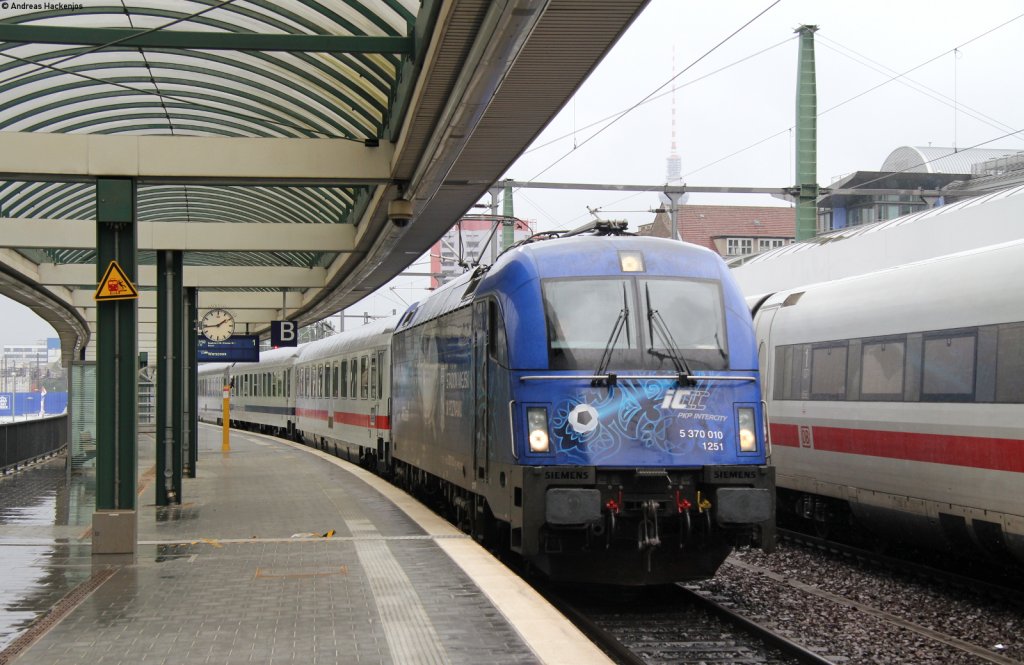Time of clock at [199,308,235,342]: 1:43
